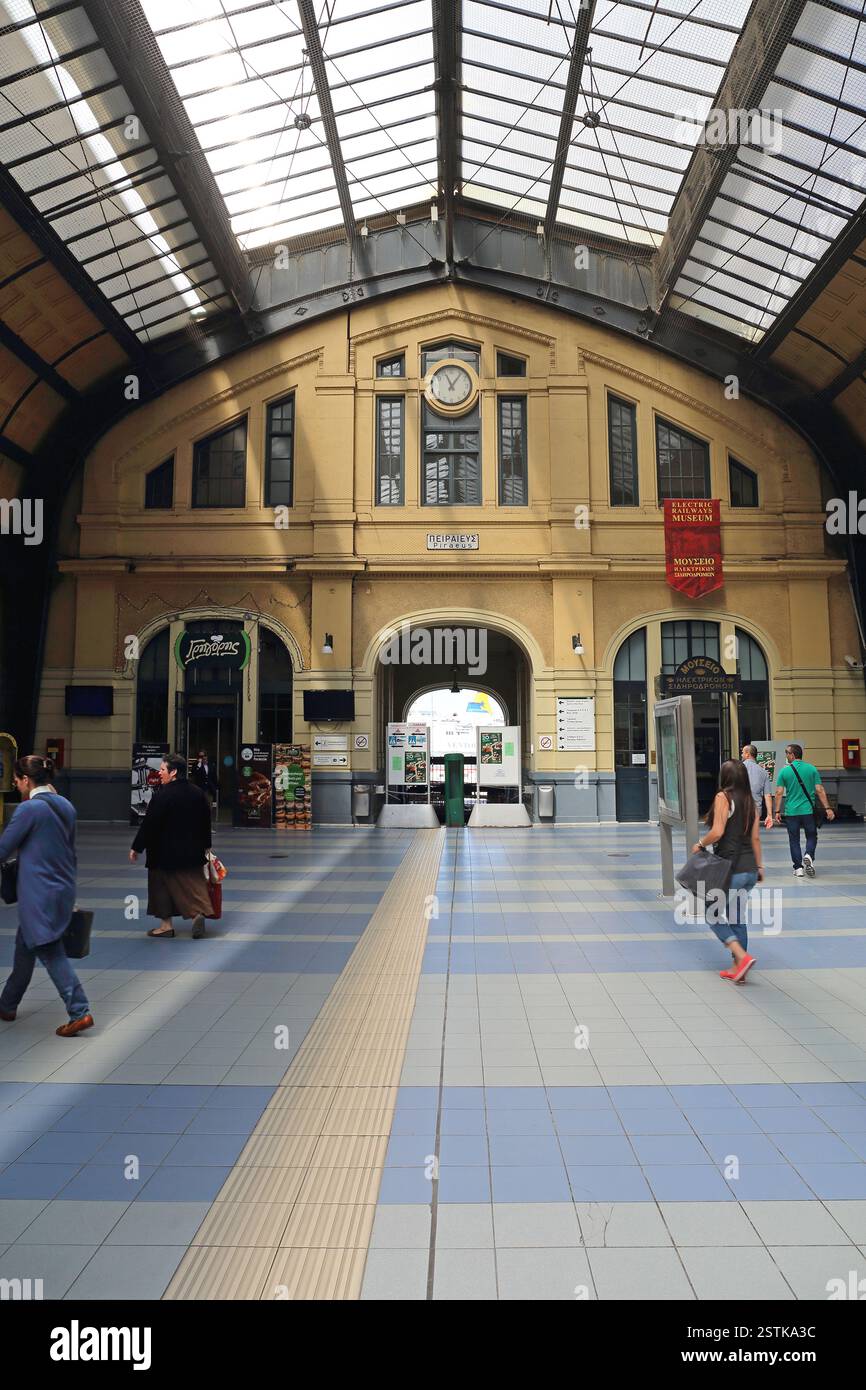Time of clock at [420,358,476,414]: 11:06
